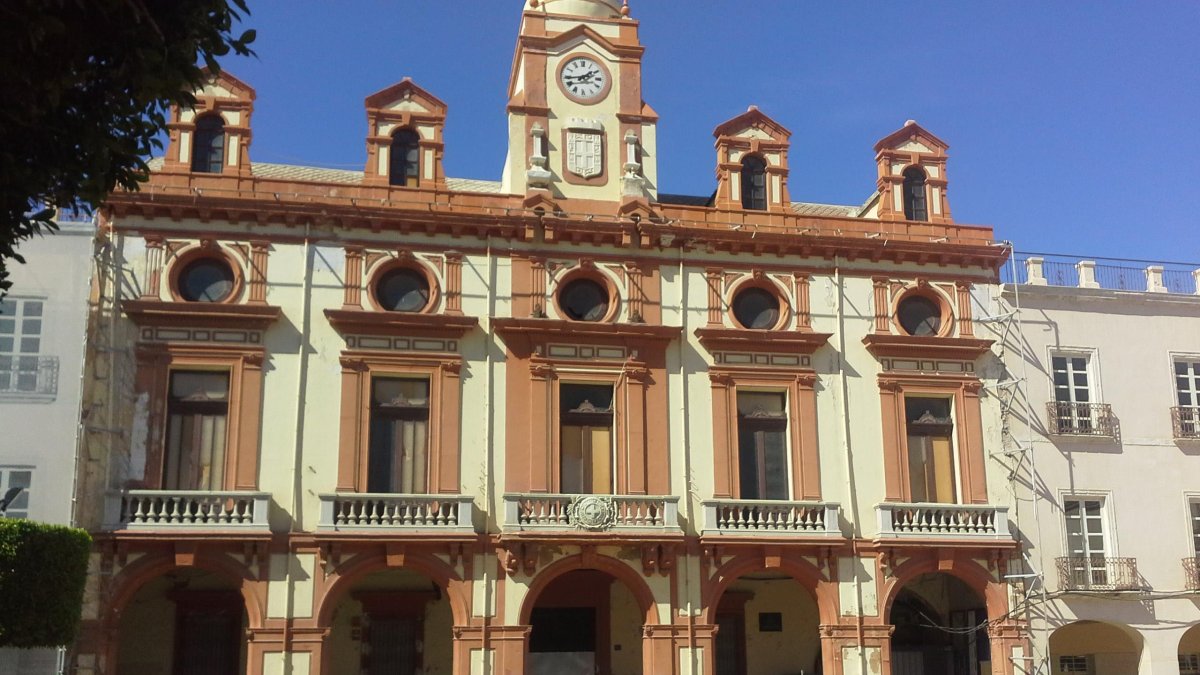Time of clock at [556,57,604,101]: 1:43
